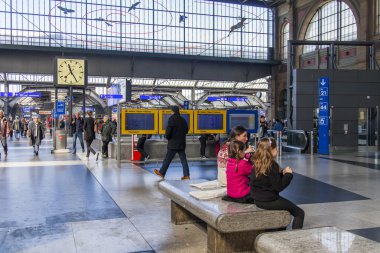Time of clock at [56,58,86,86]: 11:24
